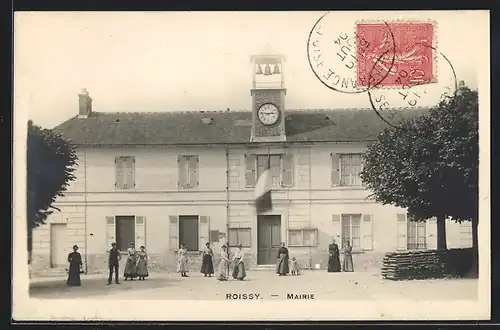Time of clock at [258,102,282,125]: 2:46
